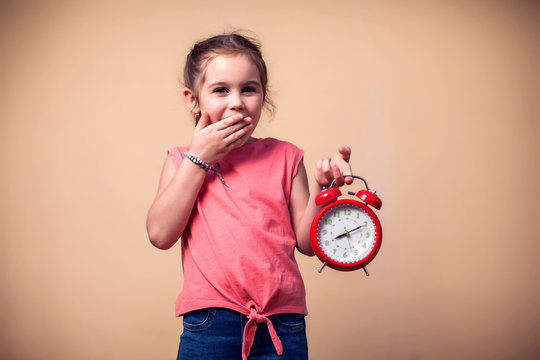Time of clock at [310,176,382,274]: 8:10
